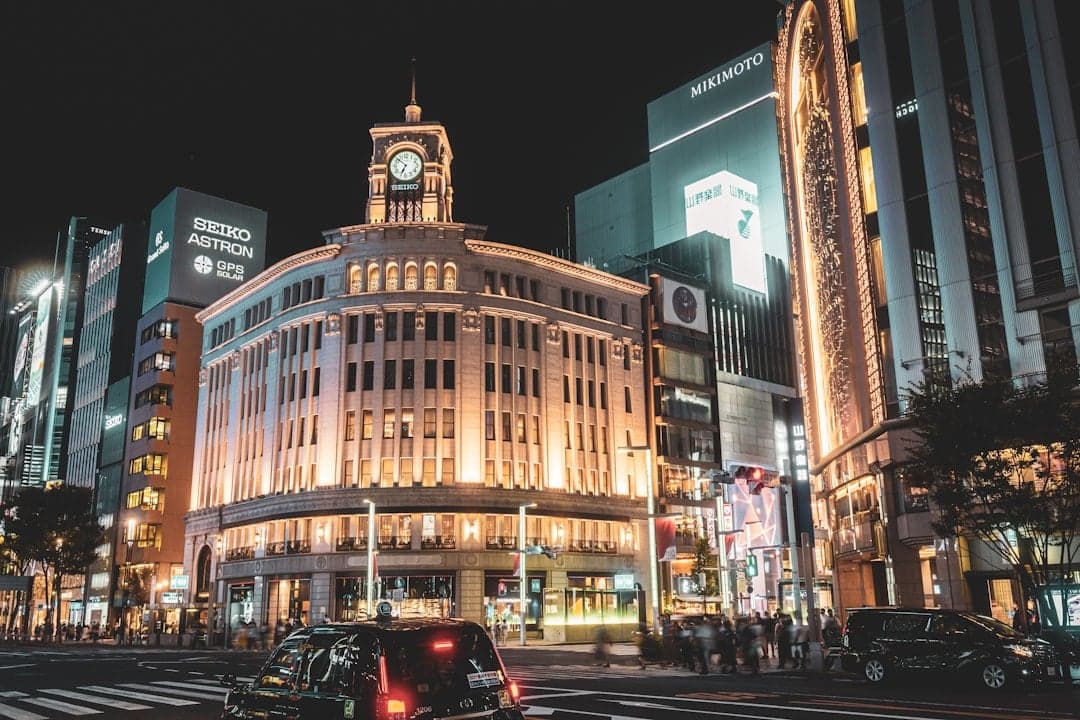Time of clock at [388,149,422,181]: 6:52
